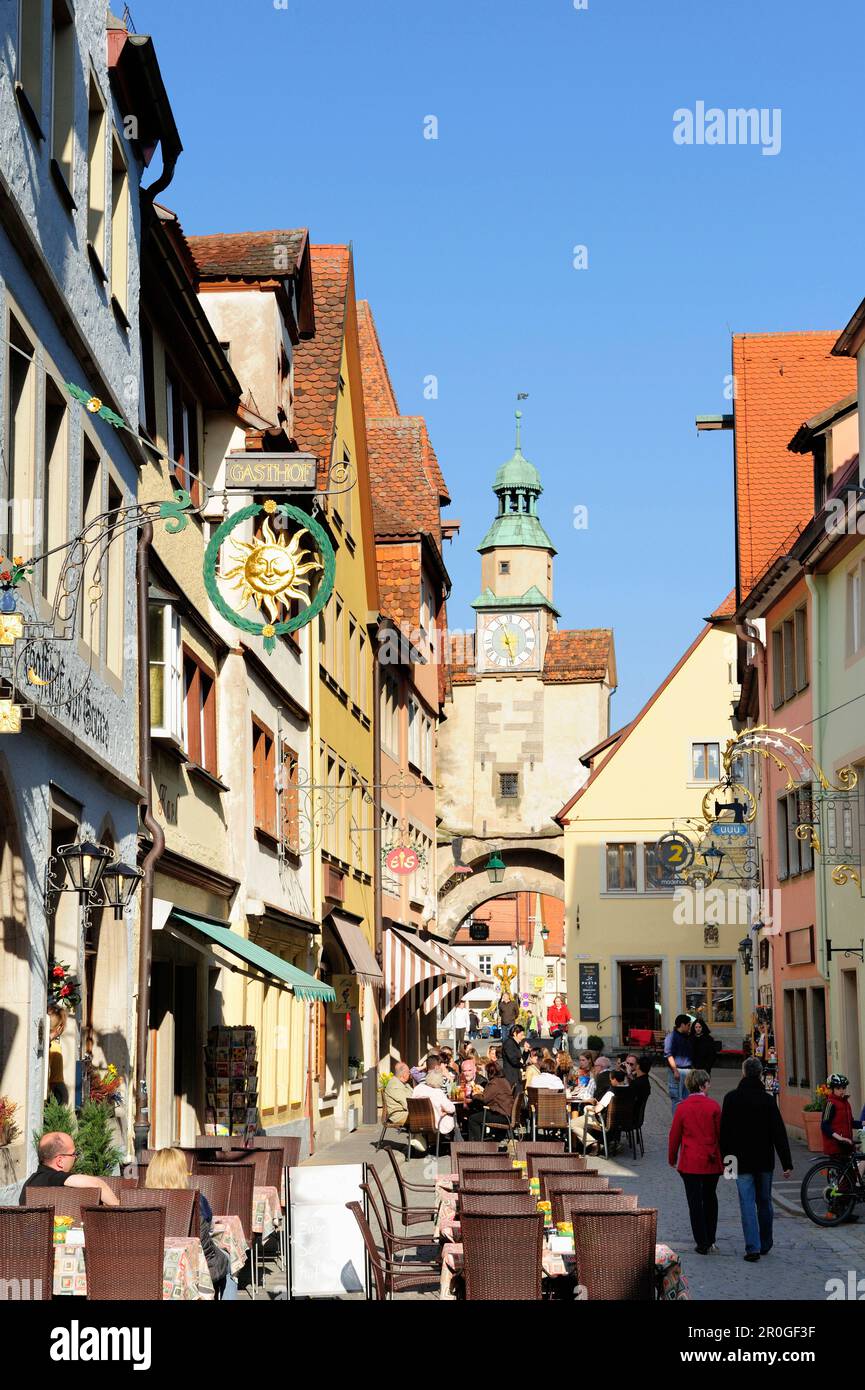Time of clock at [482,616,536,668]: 11:28
